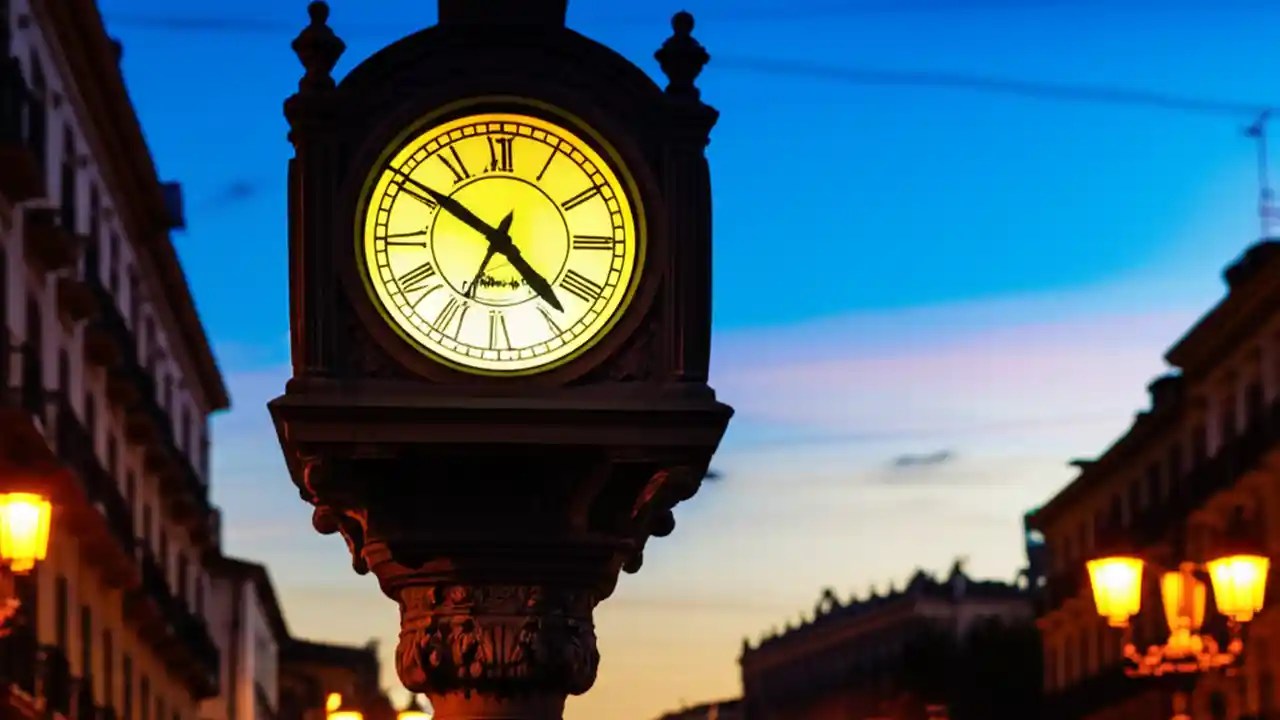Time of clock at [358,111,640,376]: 4:34
